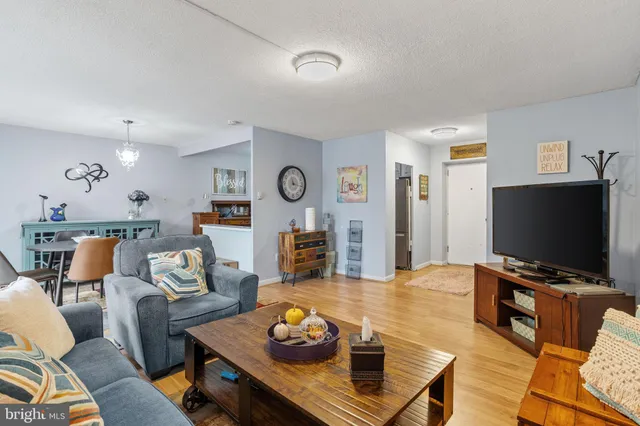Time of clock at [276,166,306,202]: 11:16
